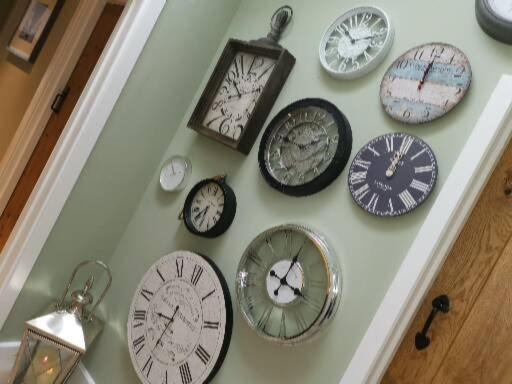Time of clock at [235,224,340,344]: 4:04
